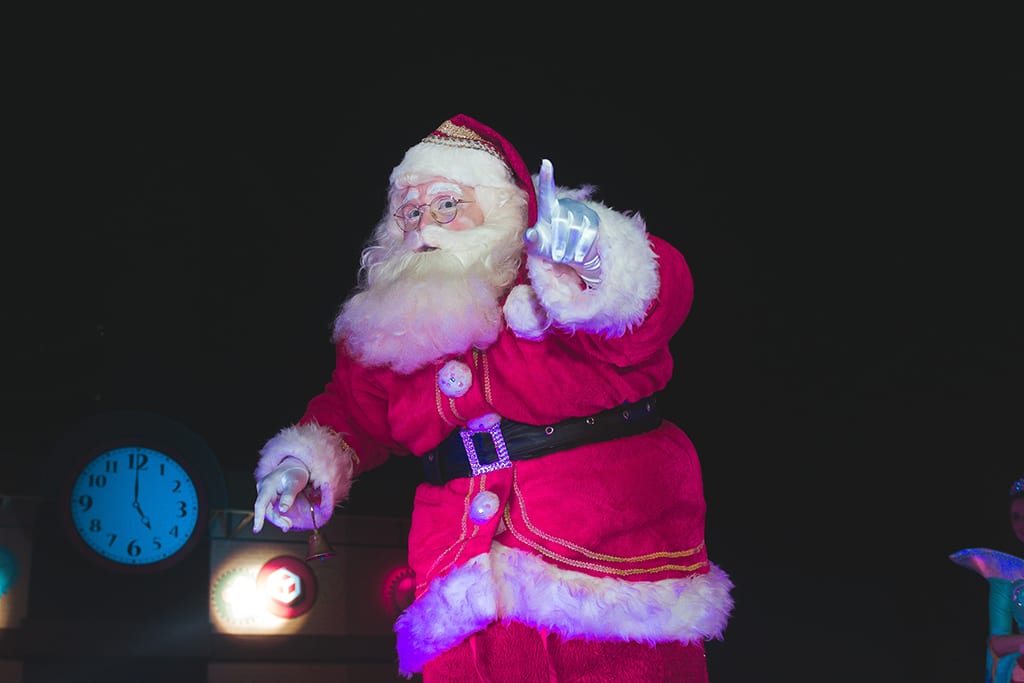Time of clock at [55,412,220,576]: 5:00
